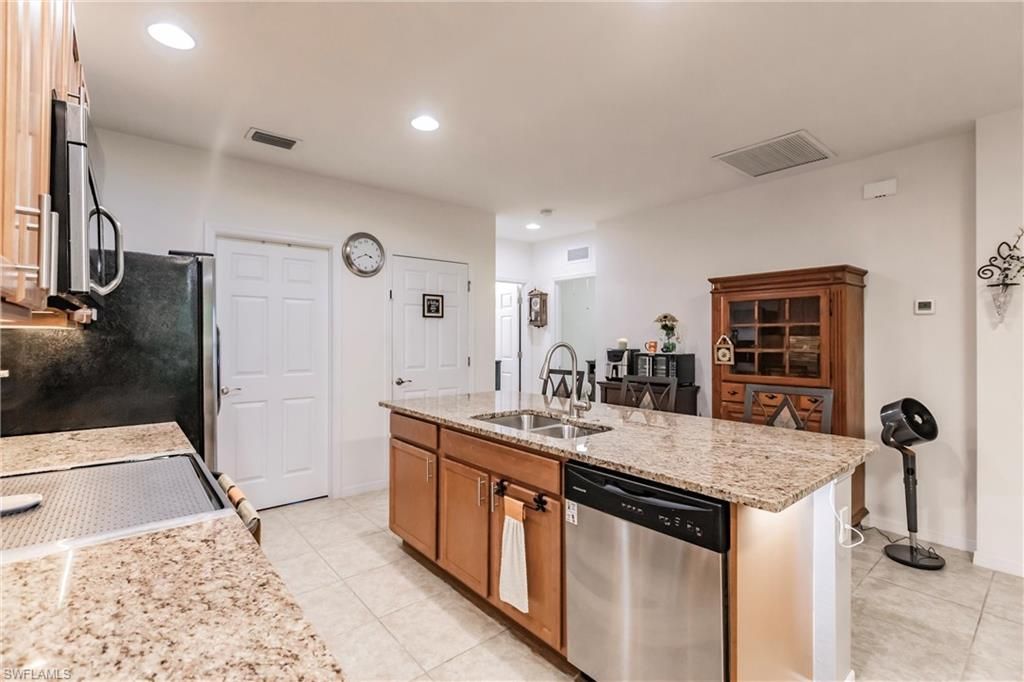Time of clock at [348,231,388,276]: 3:41
